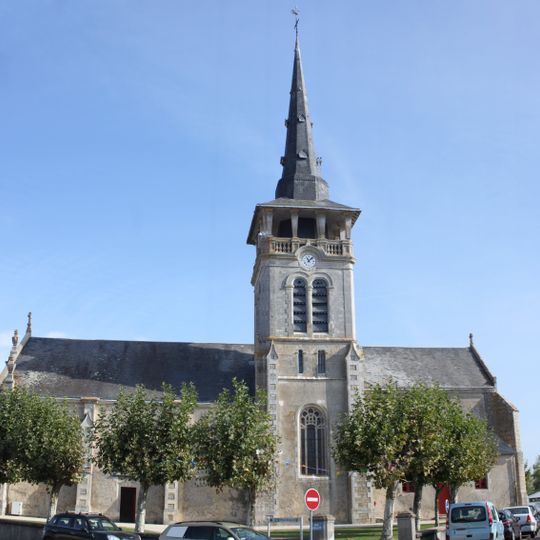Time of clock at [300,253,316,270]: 11:07
